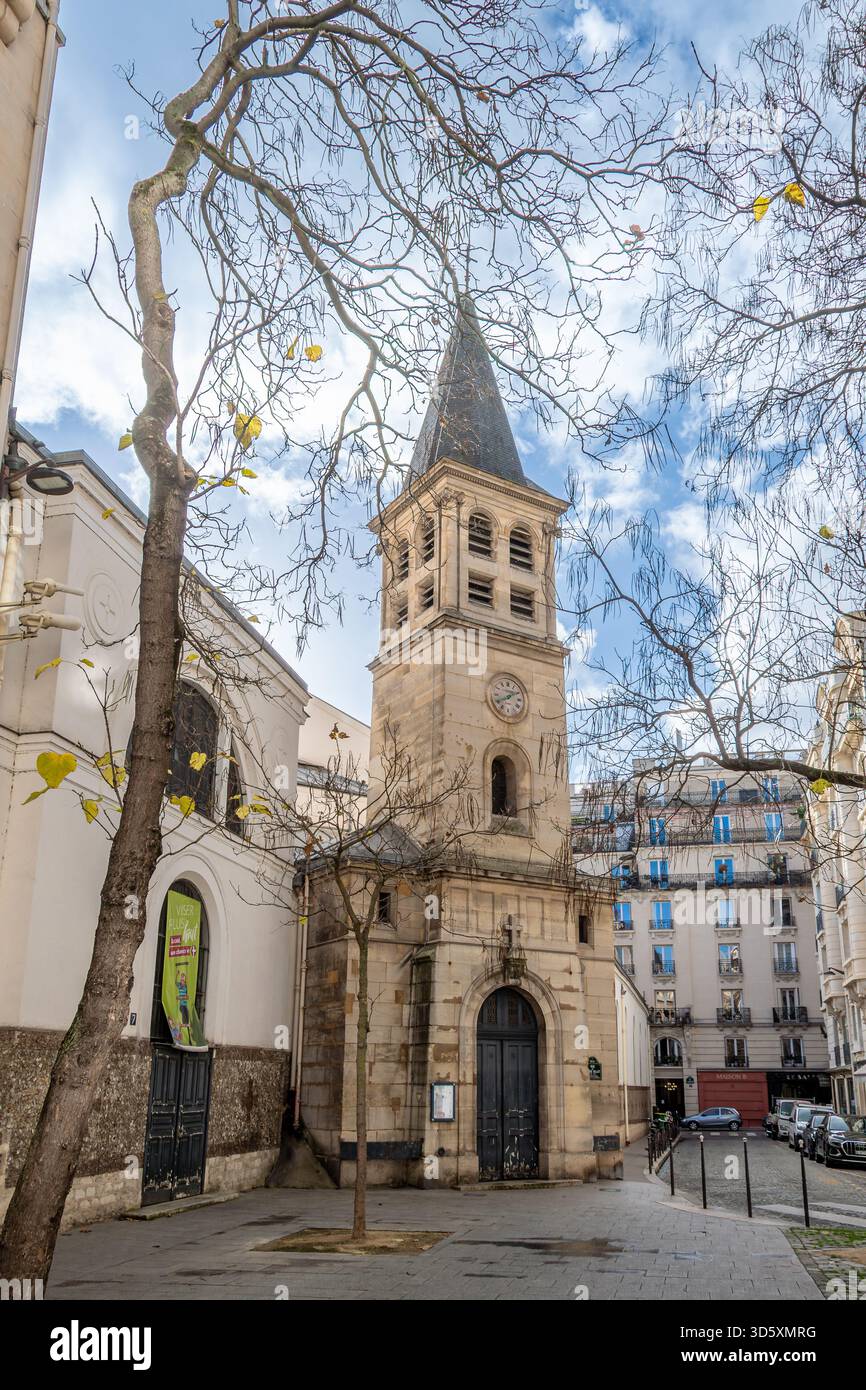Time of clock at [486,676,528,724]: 1:40
